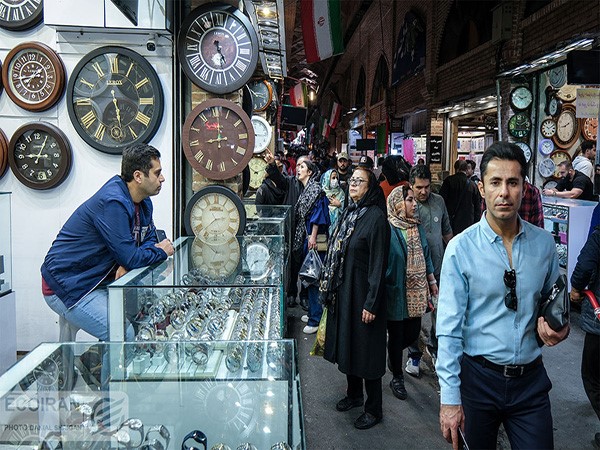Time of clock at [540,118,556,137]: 10:10
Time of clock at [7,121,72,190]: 9:05
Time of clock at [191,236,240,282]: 6:52
